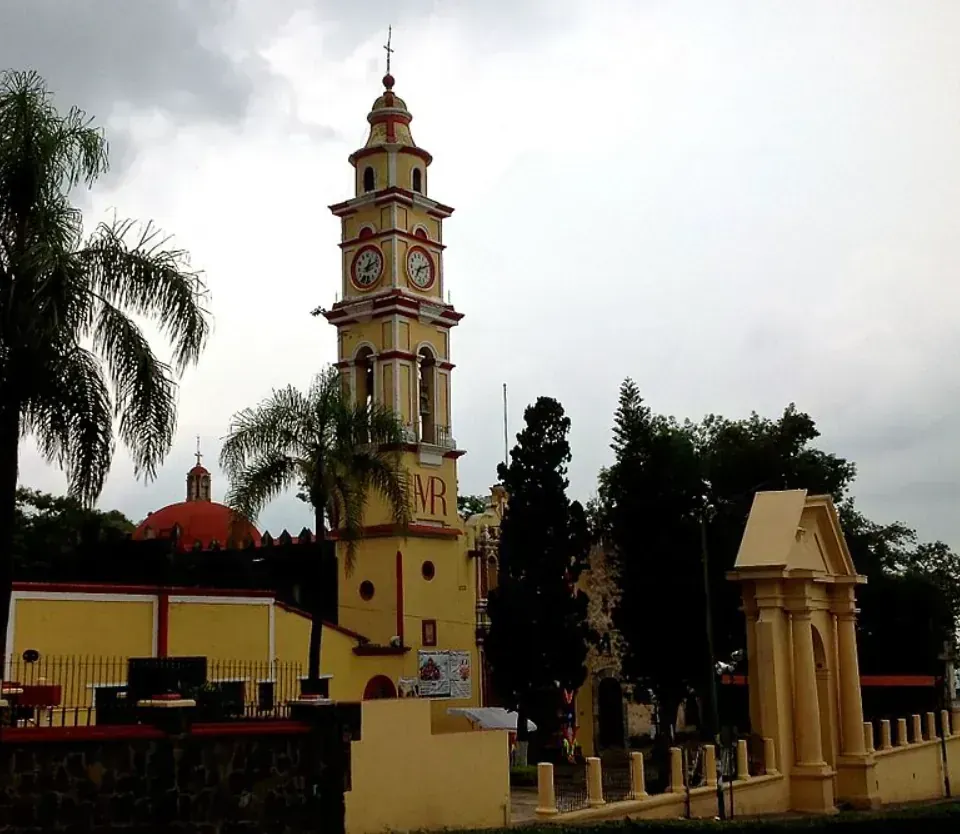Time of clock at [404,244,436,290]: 7:11
